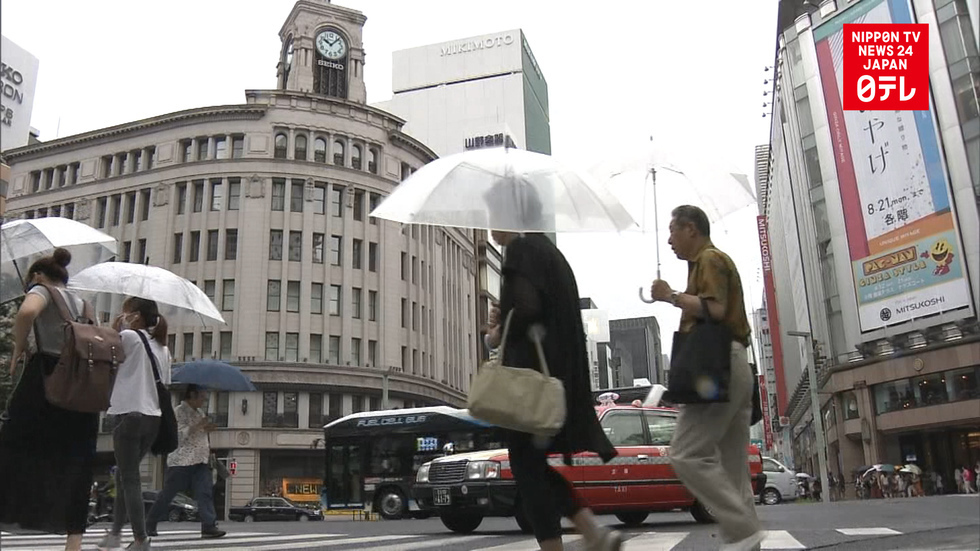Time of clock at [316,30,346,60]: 10:07
